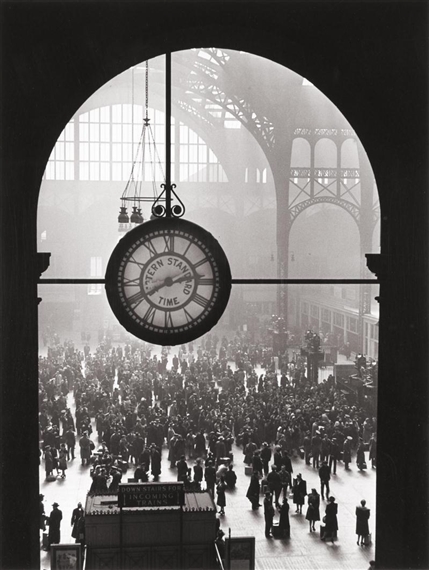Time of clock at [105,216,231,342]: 2:40
